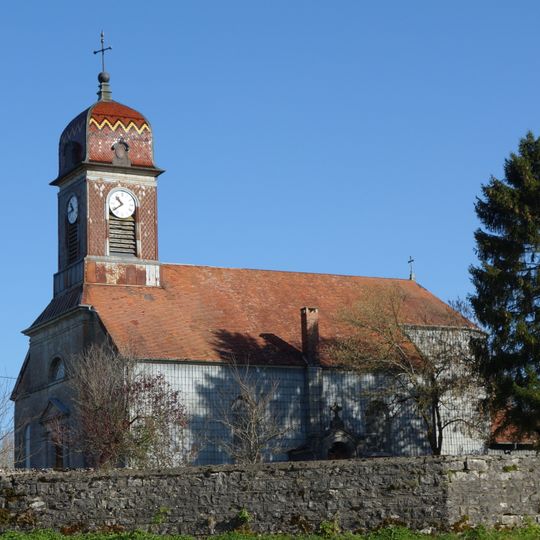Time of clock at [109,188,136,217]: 10:39
